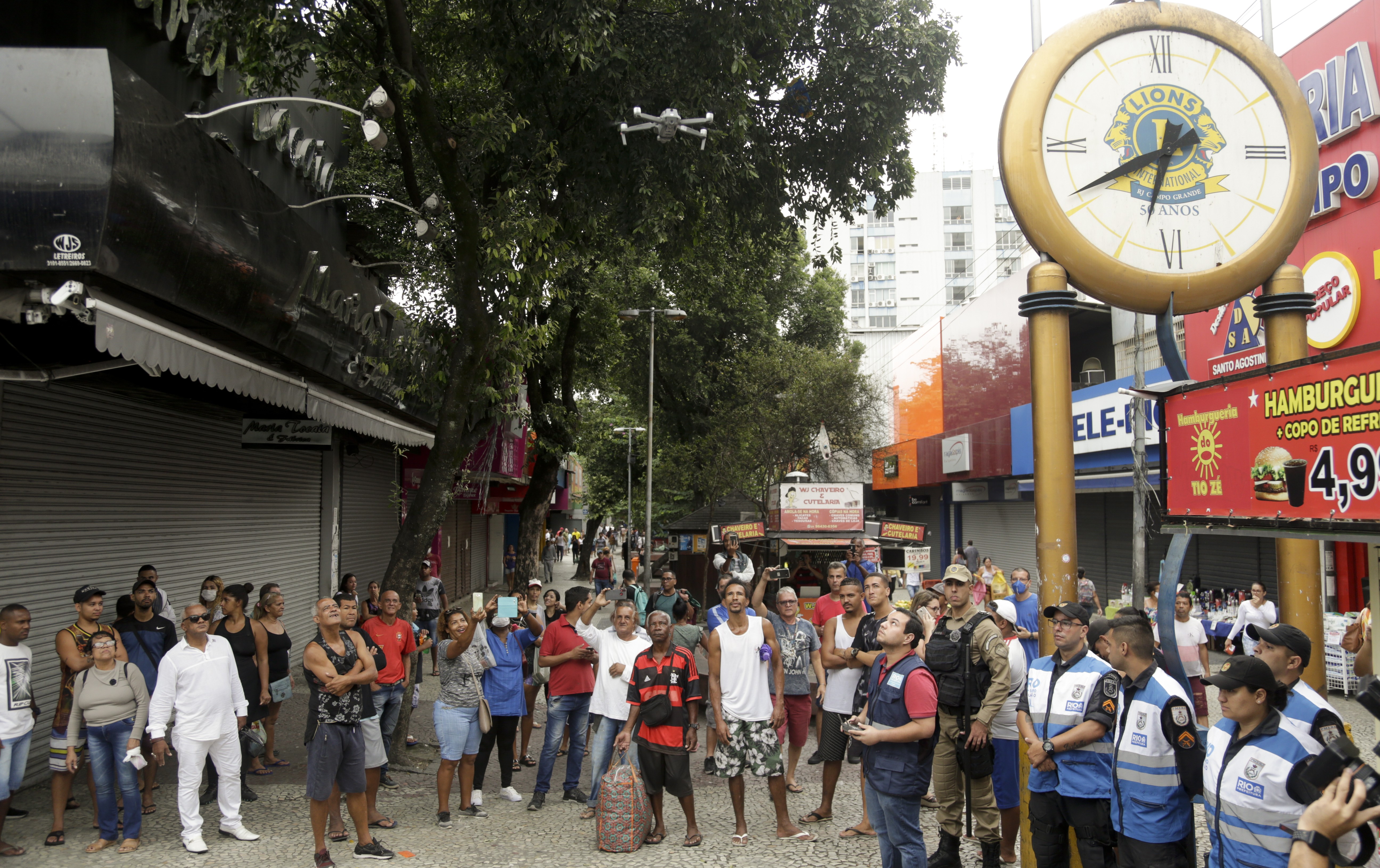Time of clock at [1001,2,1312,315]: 6:40
